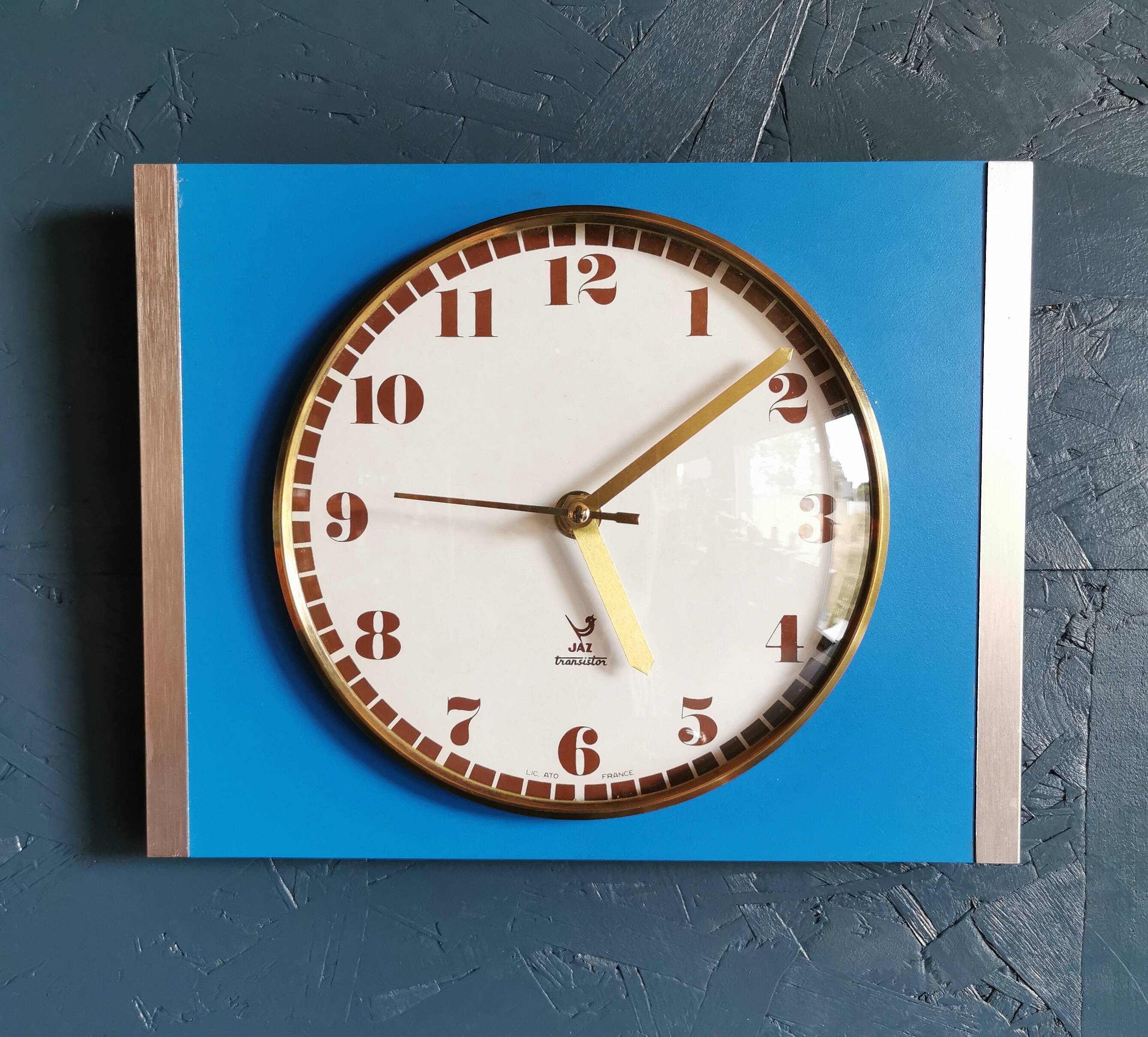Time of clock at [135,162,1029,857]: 5:08
